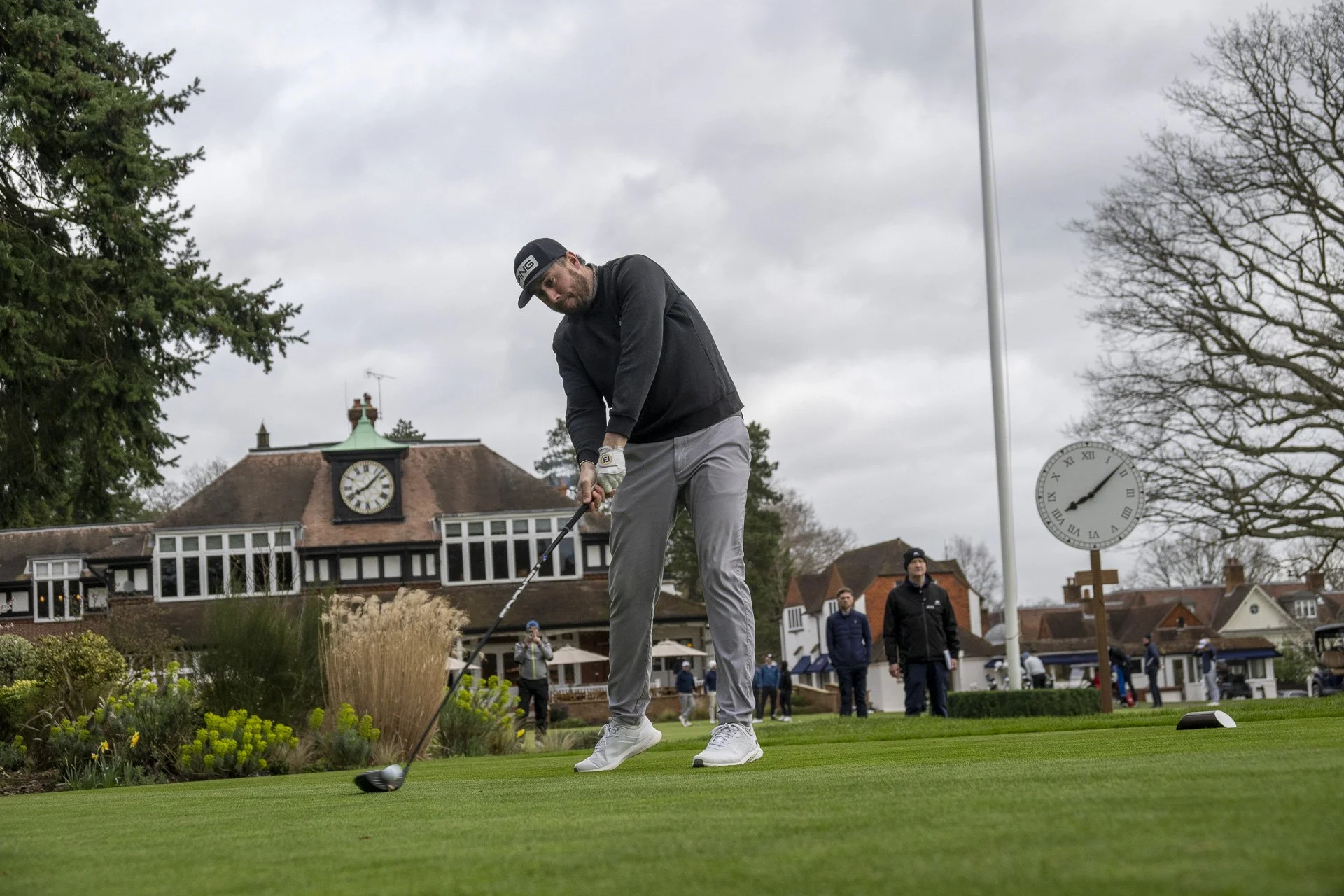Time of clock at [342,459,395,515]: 8:07
